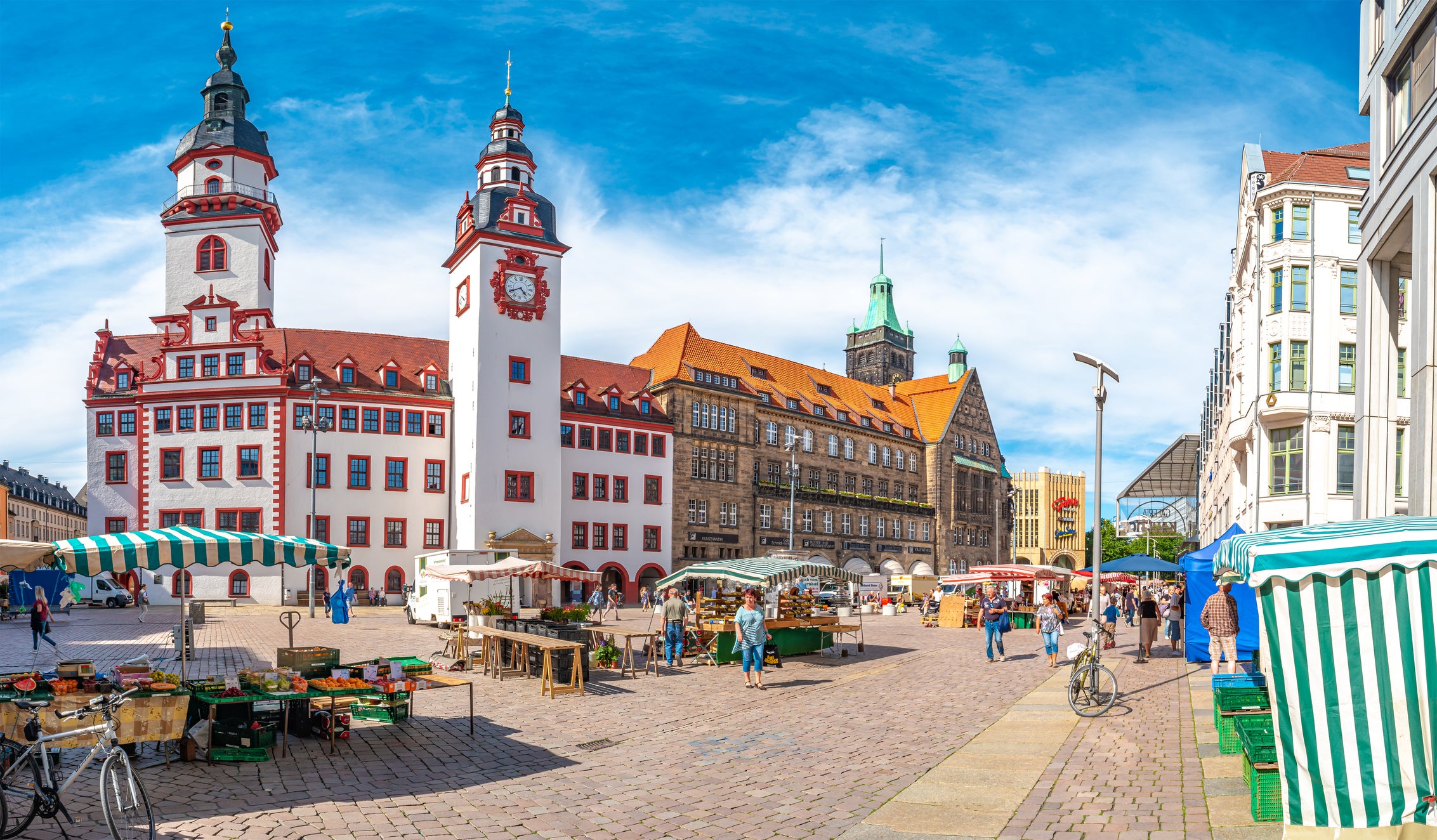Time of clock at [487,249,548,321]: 4:41
